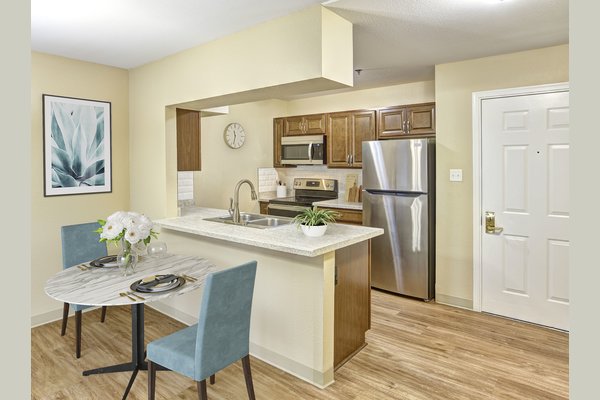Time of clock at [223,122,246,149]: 11:32
